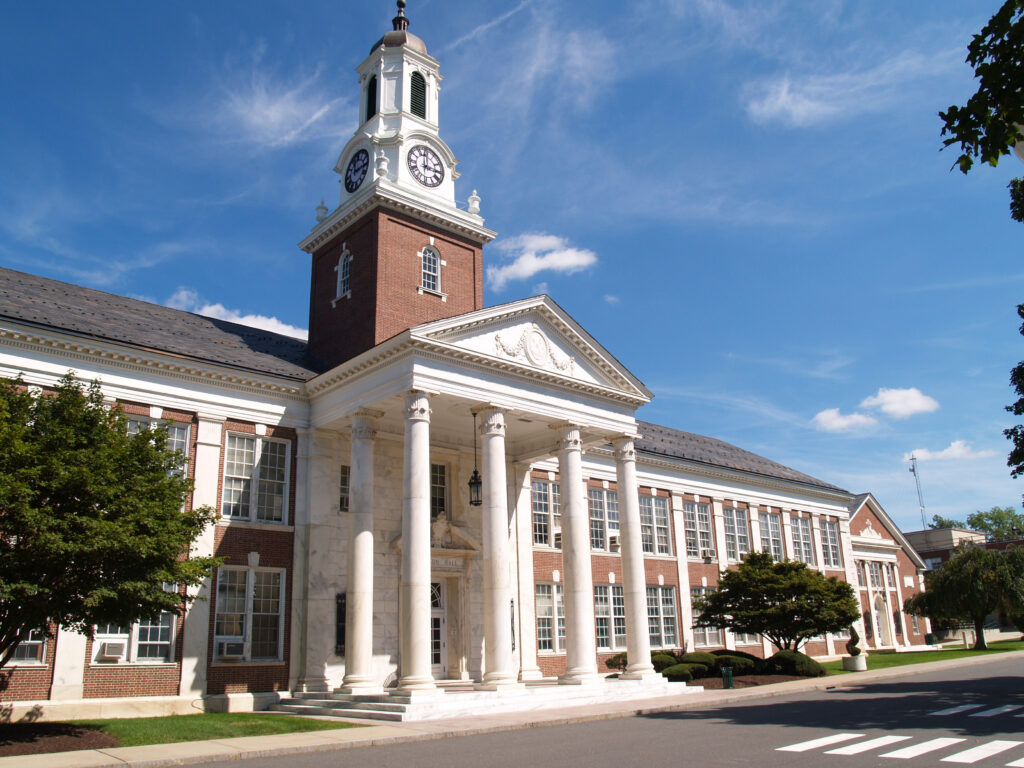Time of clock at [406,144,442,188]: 2:59
